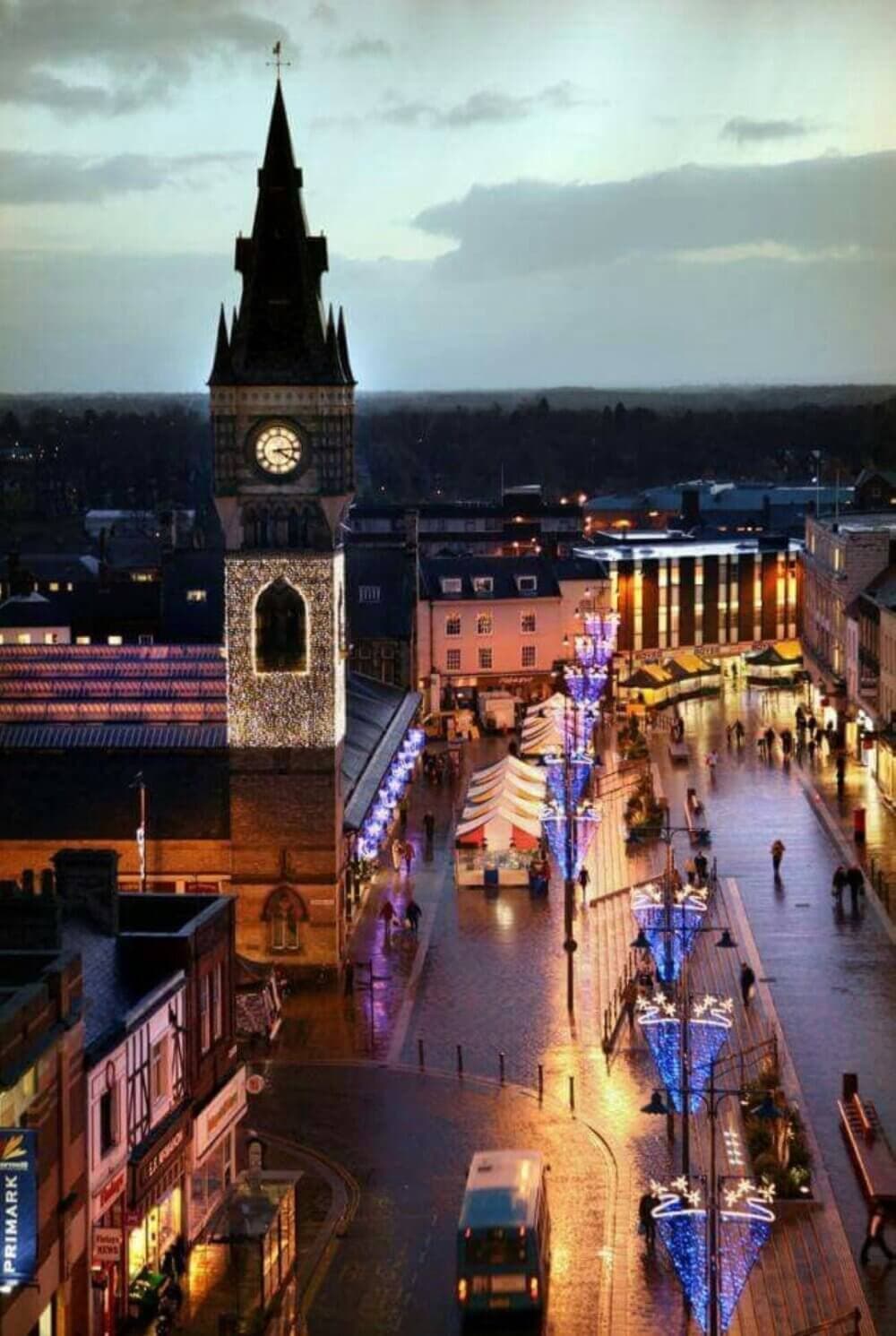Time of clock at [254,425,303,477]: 4:13
